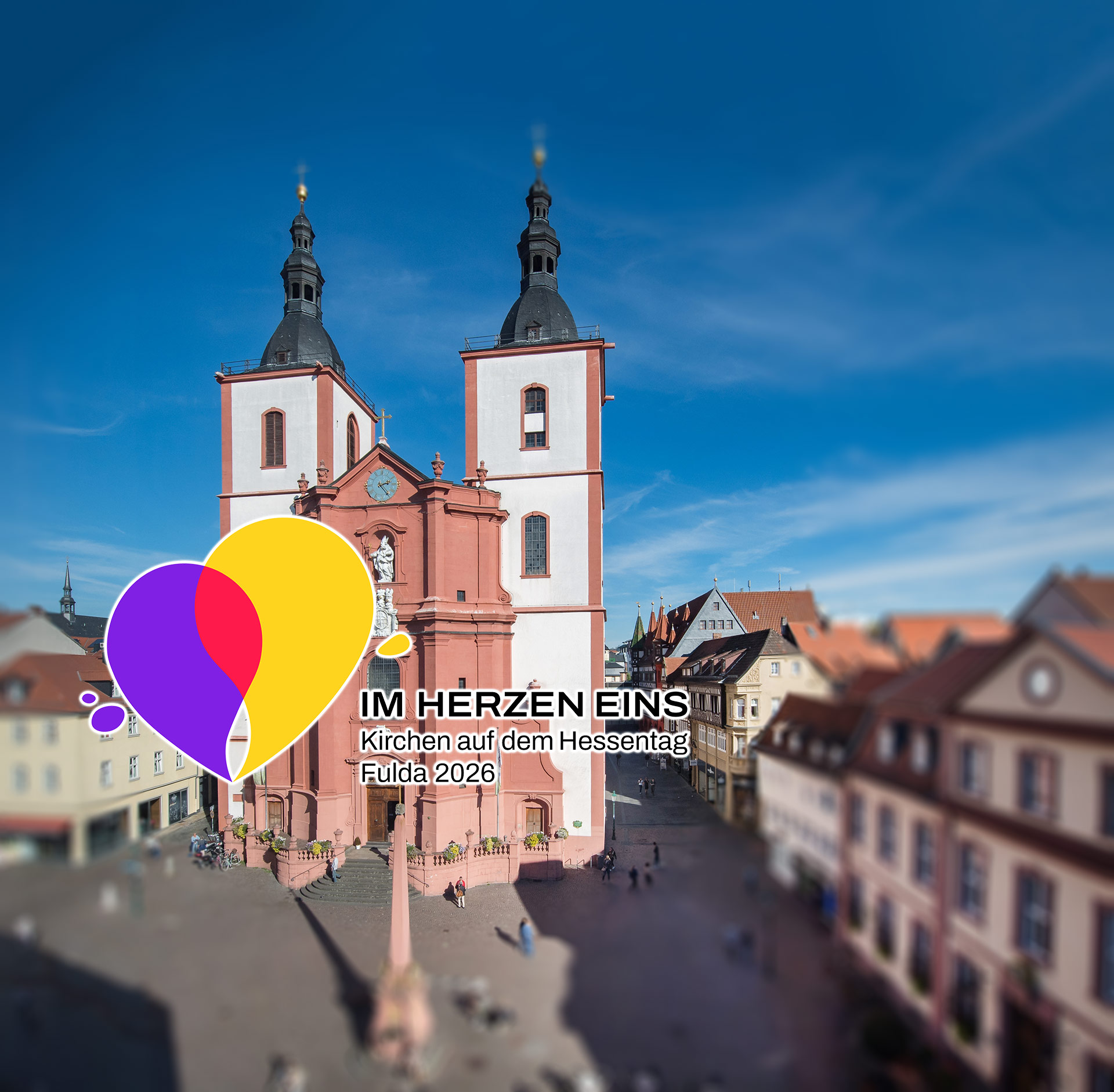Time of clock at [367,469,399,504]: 2:23
